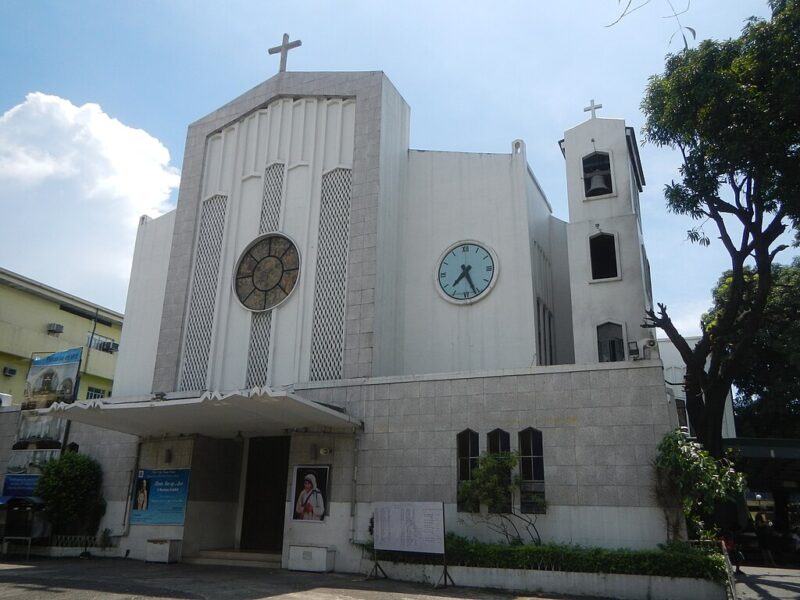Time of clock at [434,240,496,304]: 7:26
